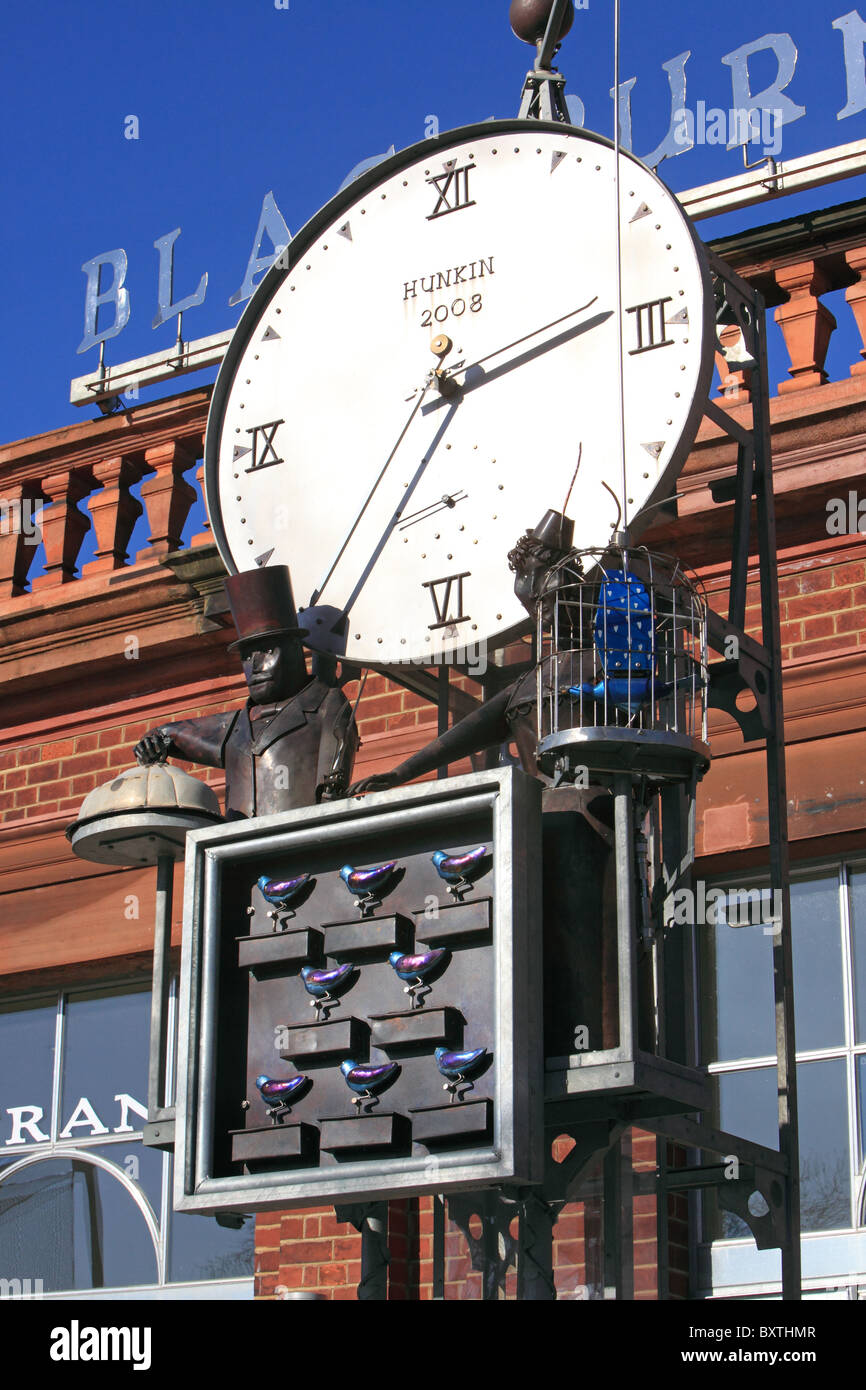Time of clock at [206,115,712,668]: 2:35
